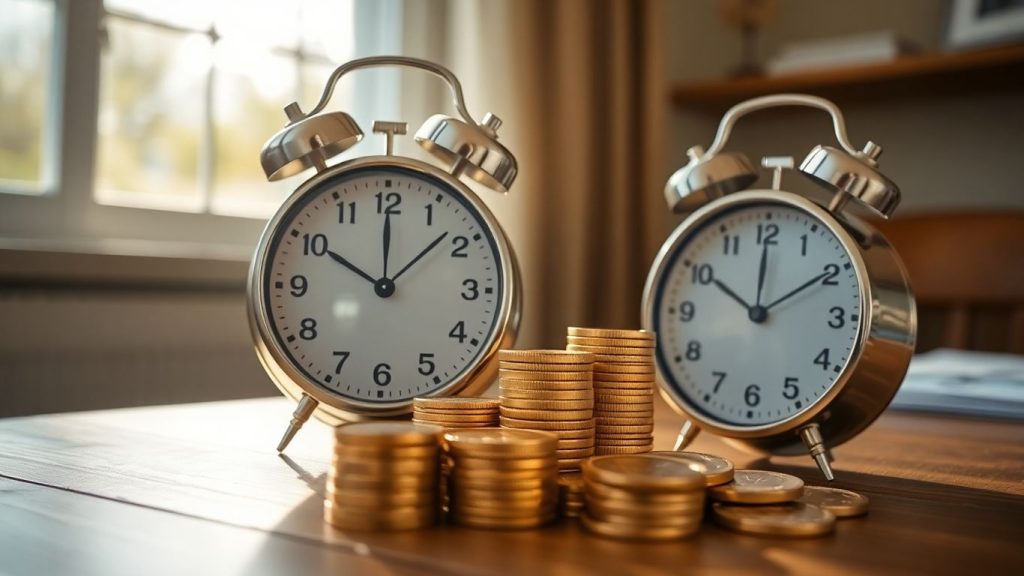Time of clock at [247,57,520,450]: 10:00
